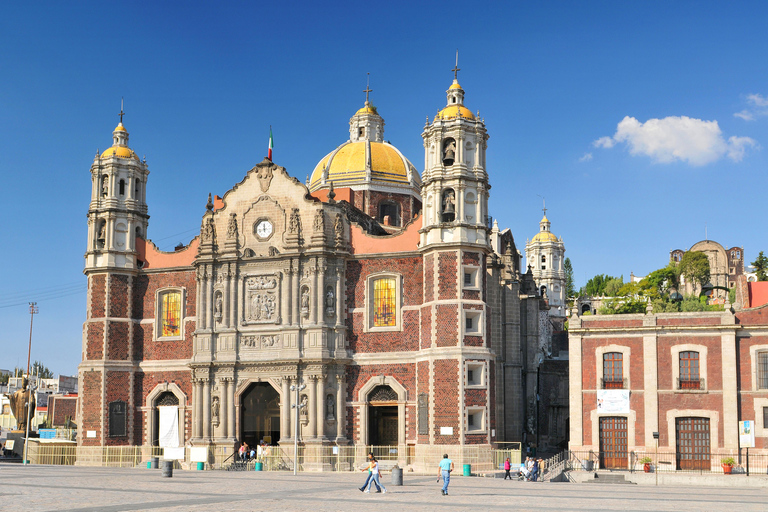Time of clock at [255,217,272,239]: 11:42
